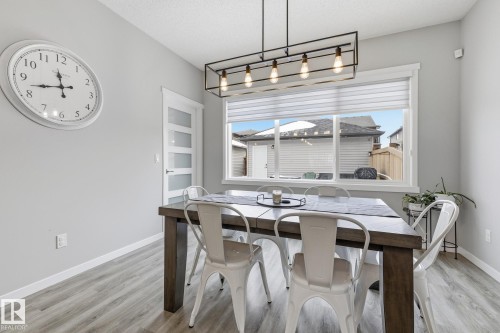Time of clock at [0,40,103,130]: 11:42
